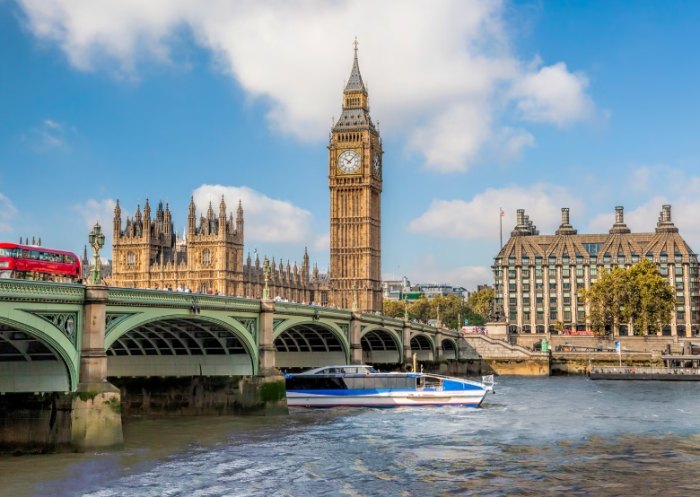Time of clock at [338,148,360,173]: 10:07
